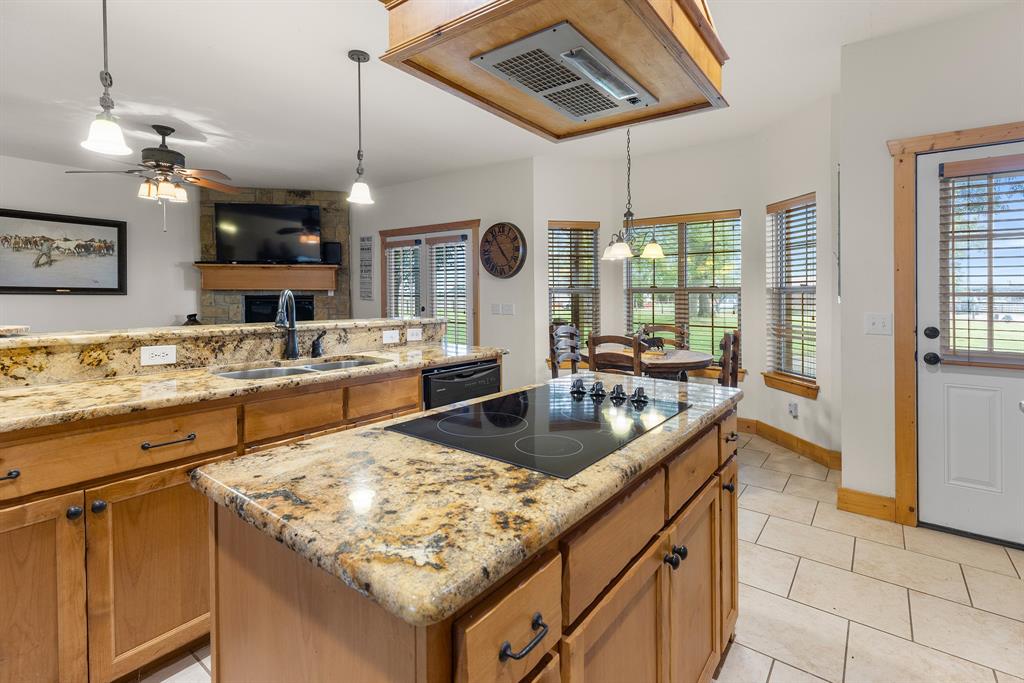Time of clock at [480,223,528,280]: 4:54
